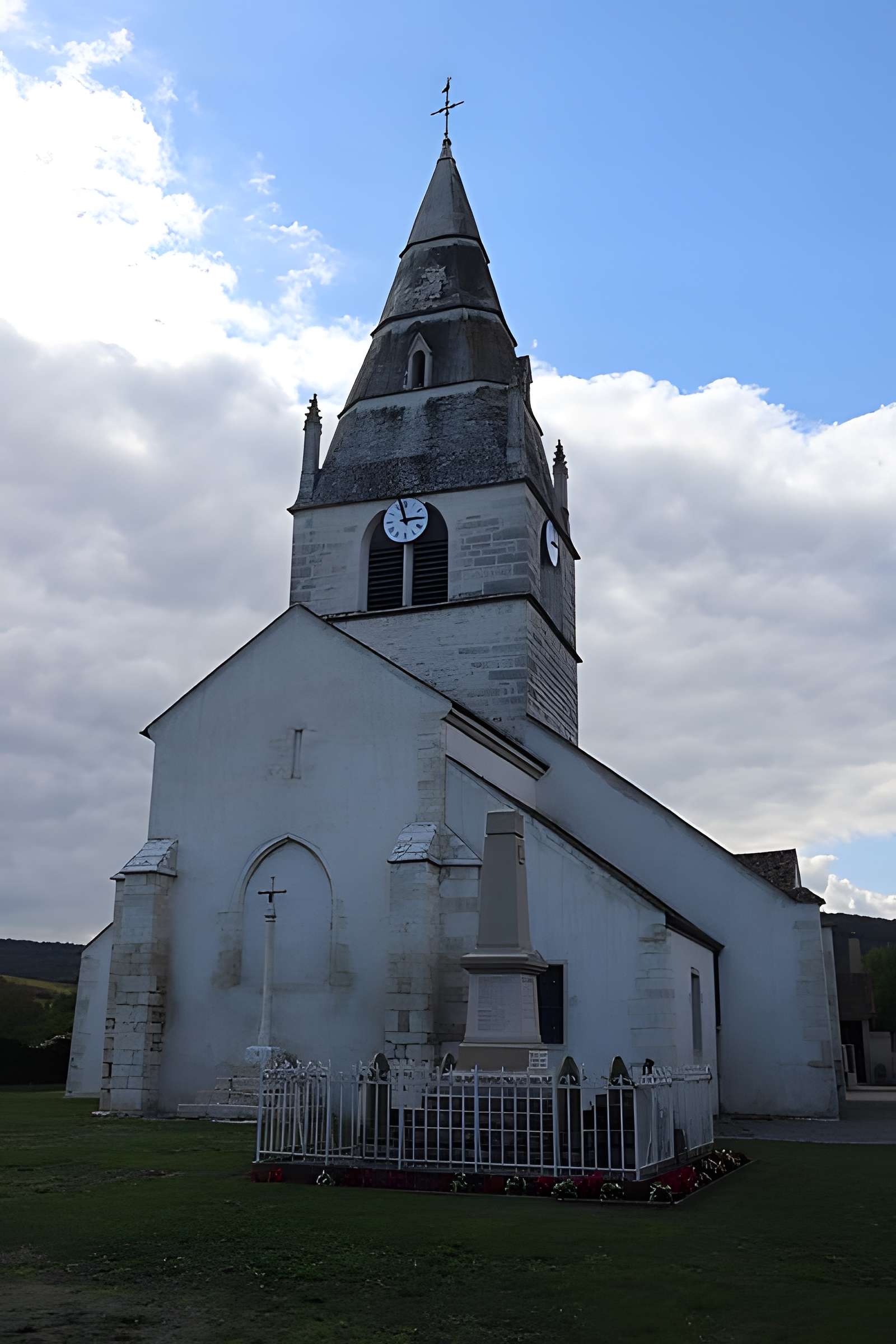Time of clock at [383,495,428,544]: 2:57
